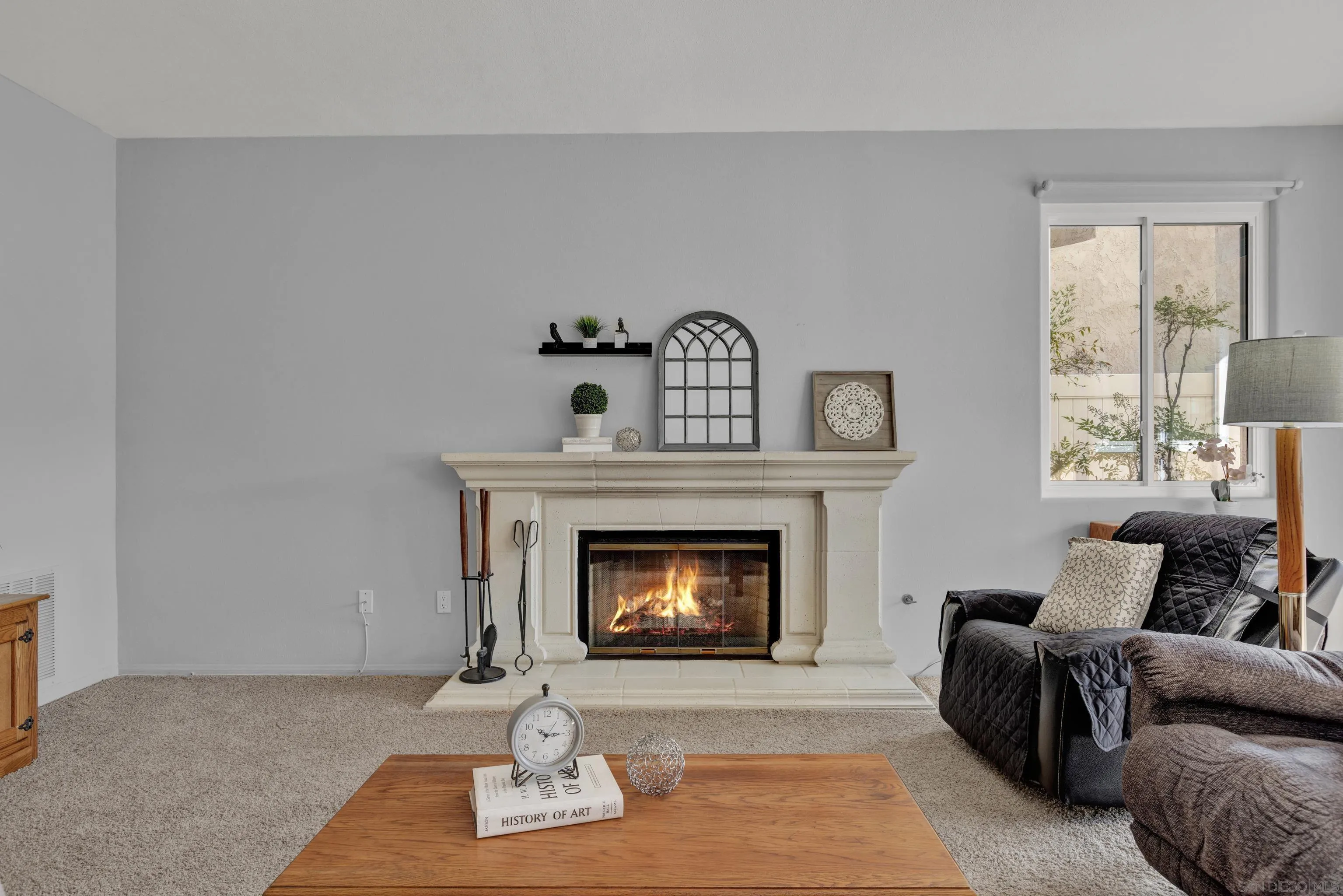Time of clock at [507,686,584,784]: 10:14
